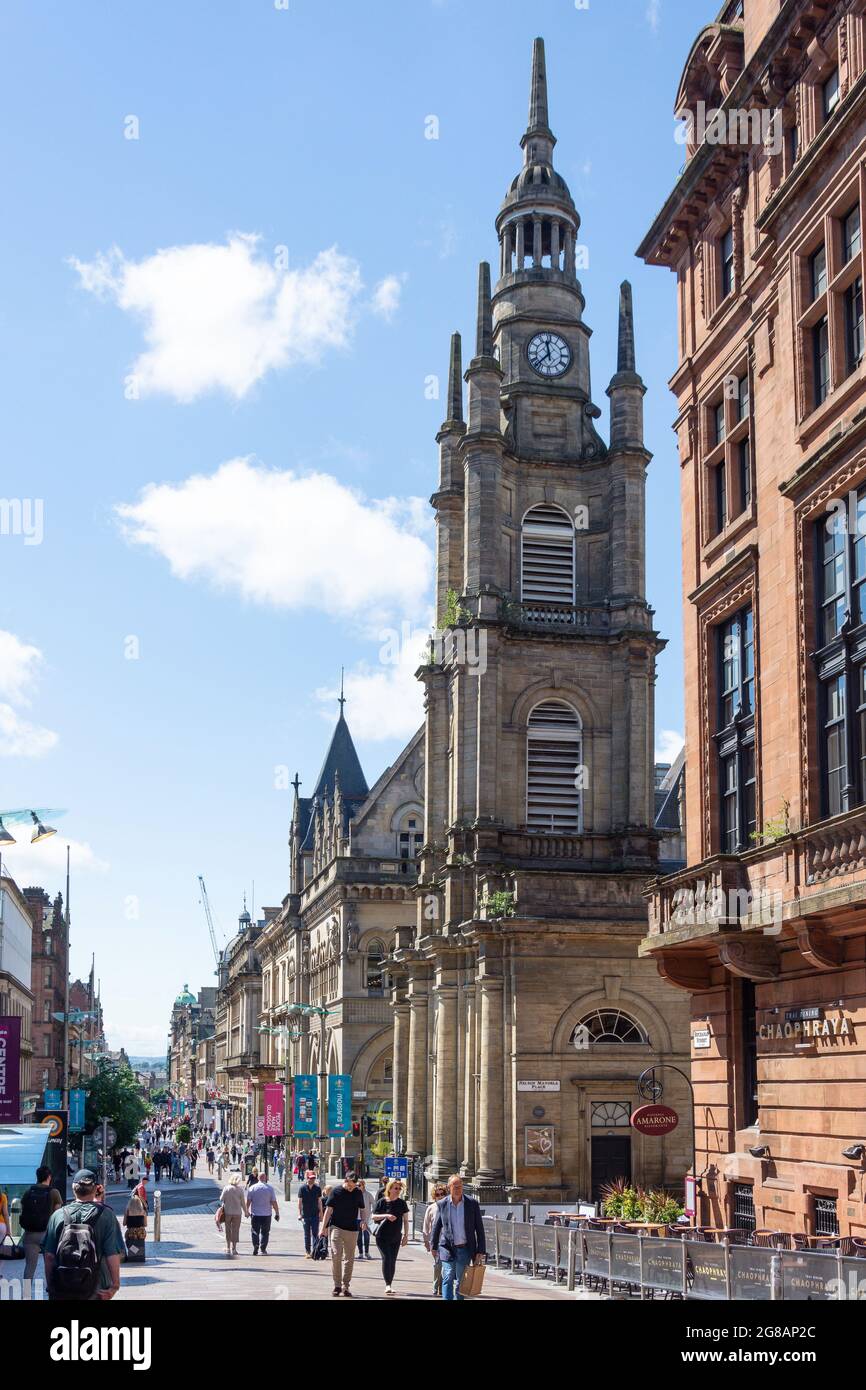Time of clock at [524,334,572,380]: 11:37
